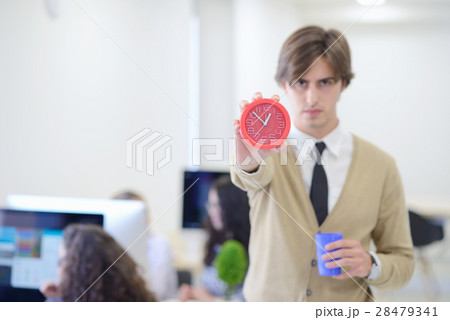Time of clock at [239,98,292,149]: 12:52
